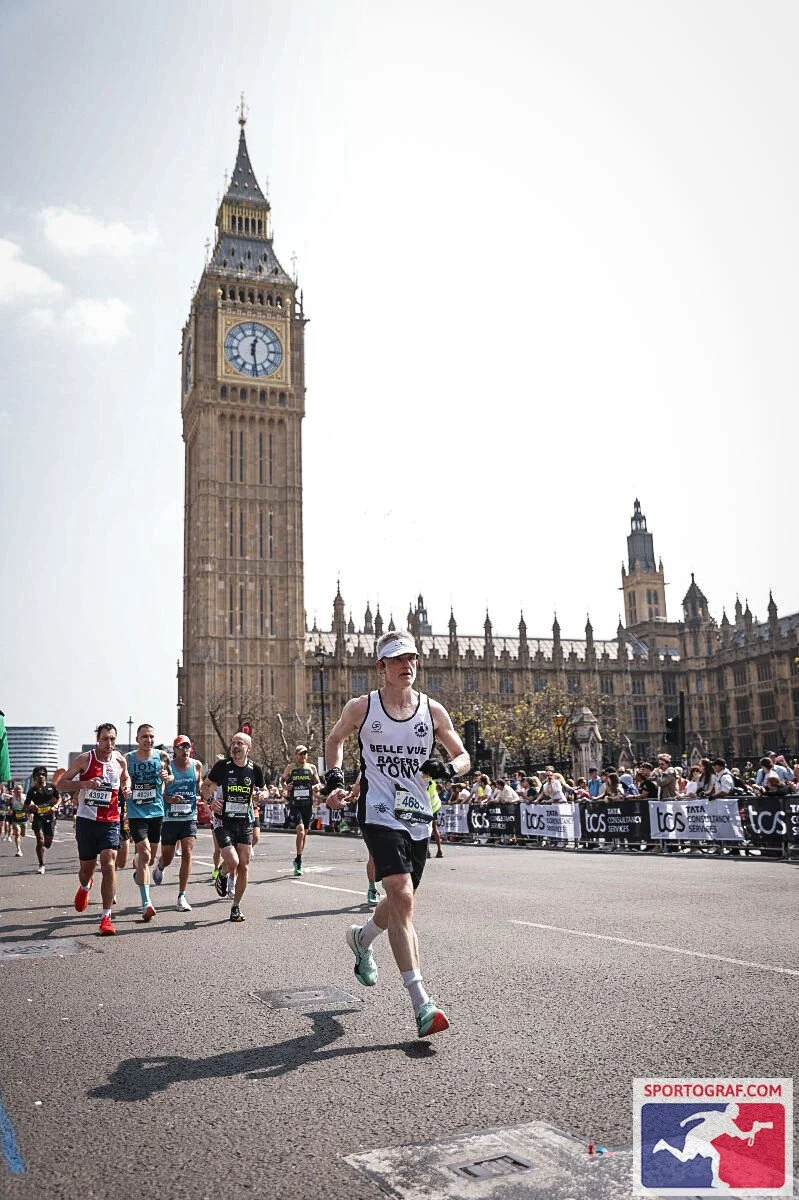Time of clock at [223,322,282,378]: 12:28
